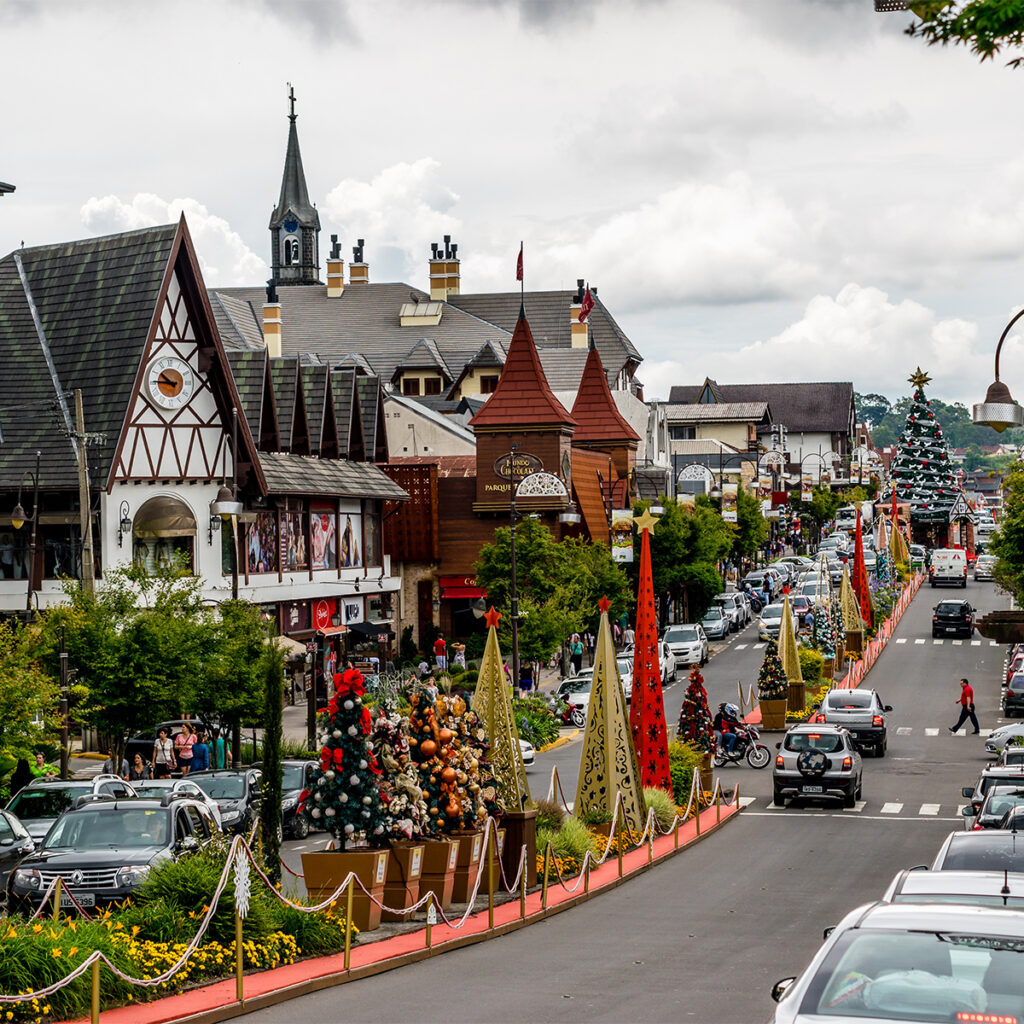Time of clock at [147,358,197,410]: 10:45
